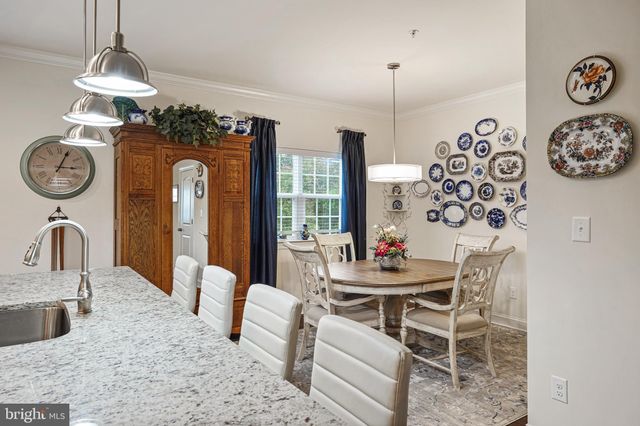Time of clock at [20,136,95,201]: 3:04
